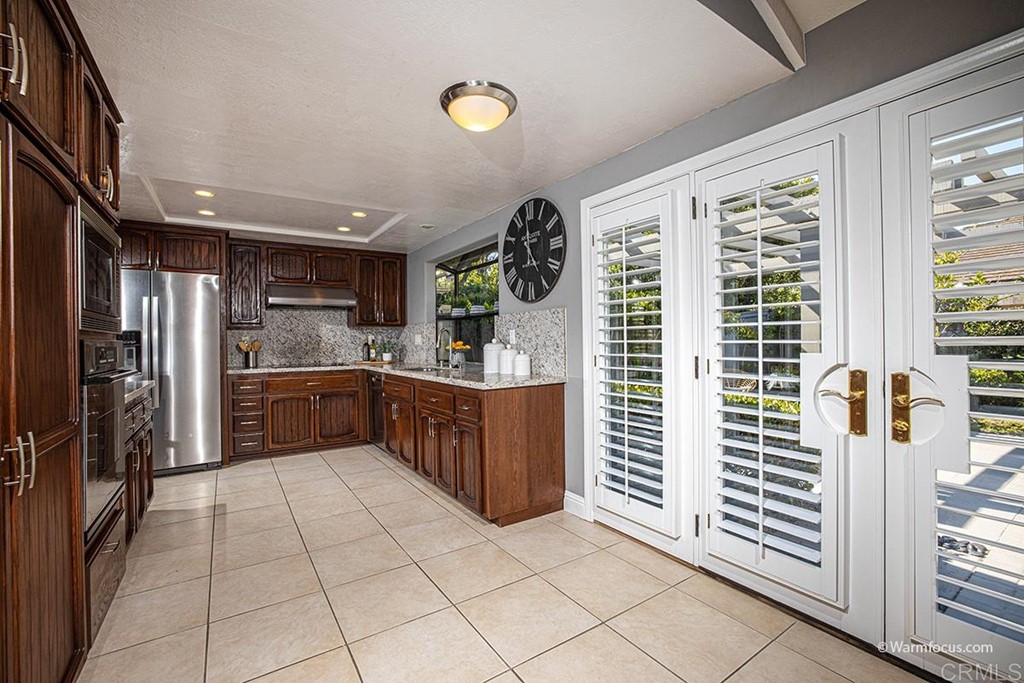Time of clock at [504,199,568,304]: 4:59
